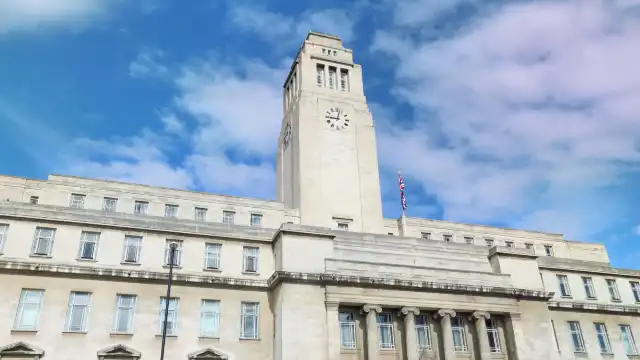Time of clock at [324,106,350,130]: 9:02
